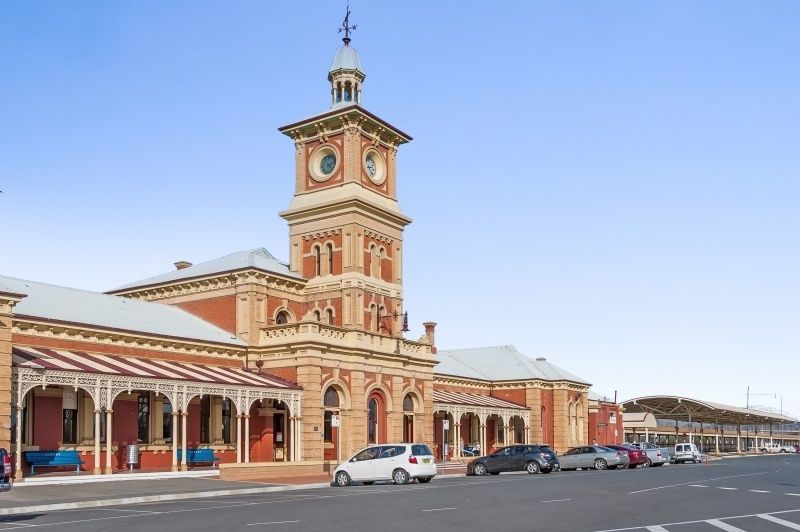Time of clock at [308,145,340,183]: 2:23
